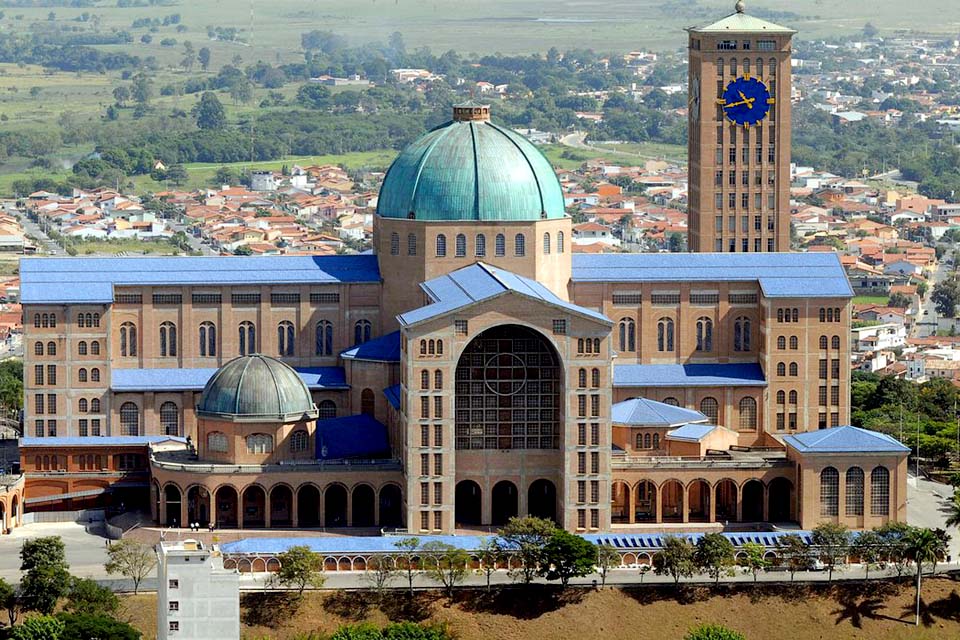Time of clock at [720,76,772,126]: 10:42
